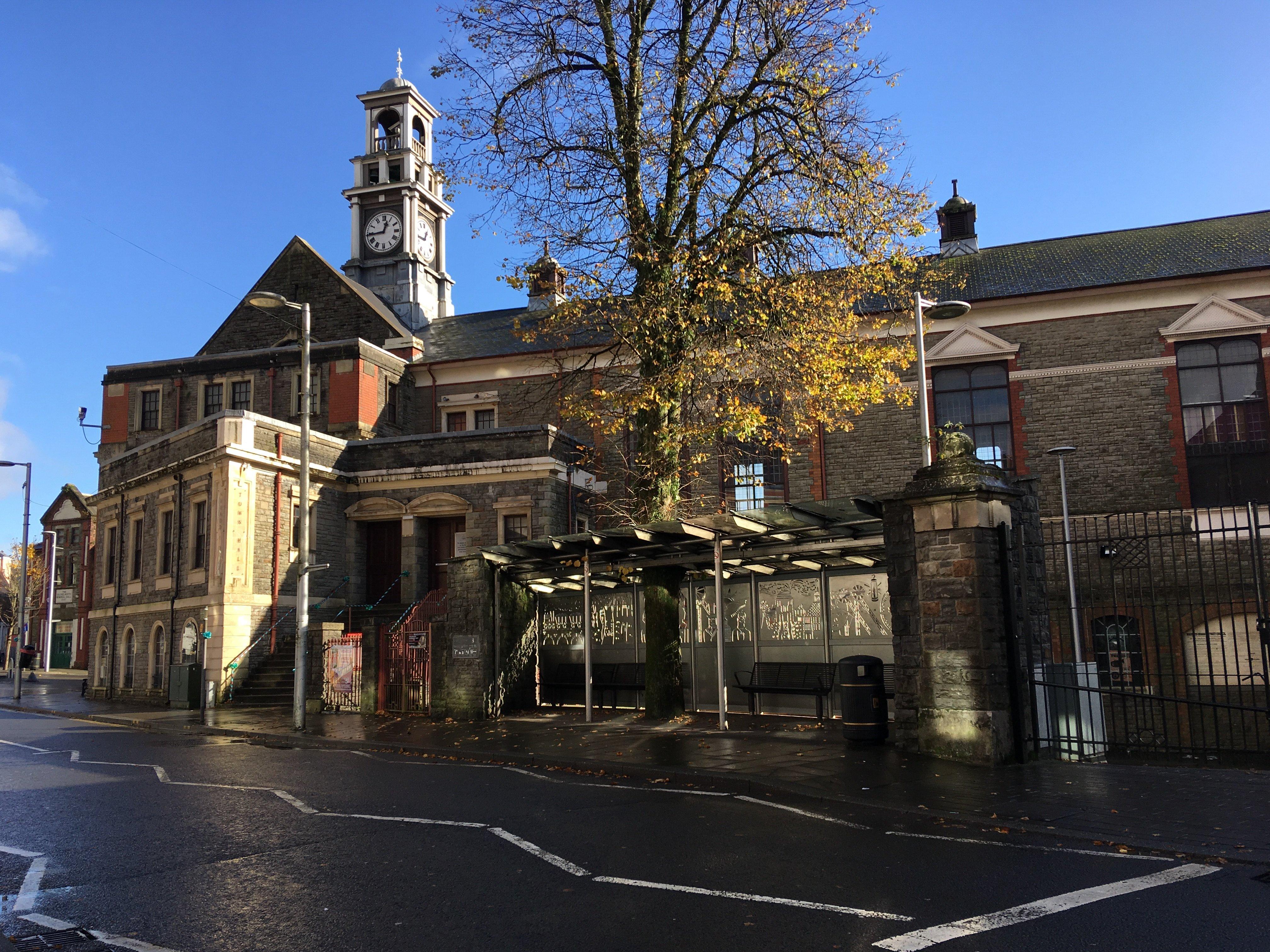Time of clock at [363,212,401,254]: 12:44
